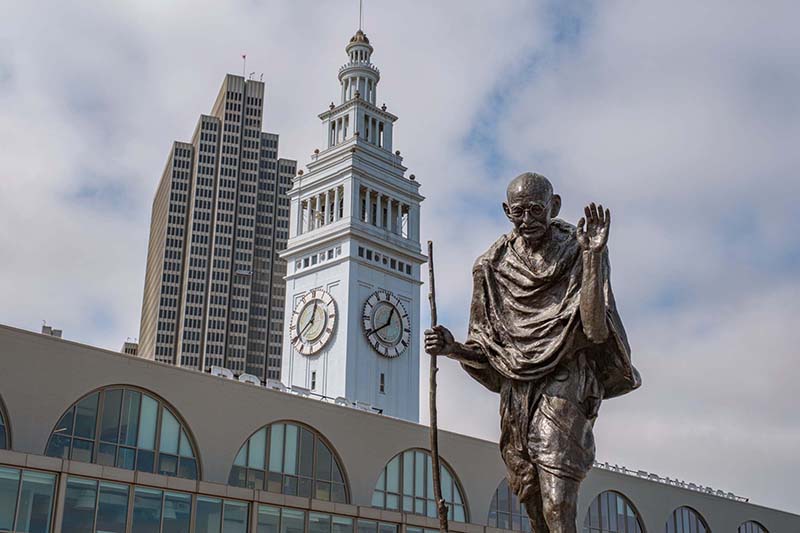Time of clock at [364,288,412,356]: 12:39
